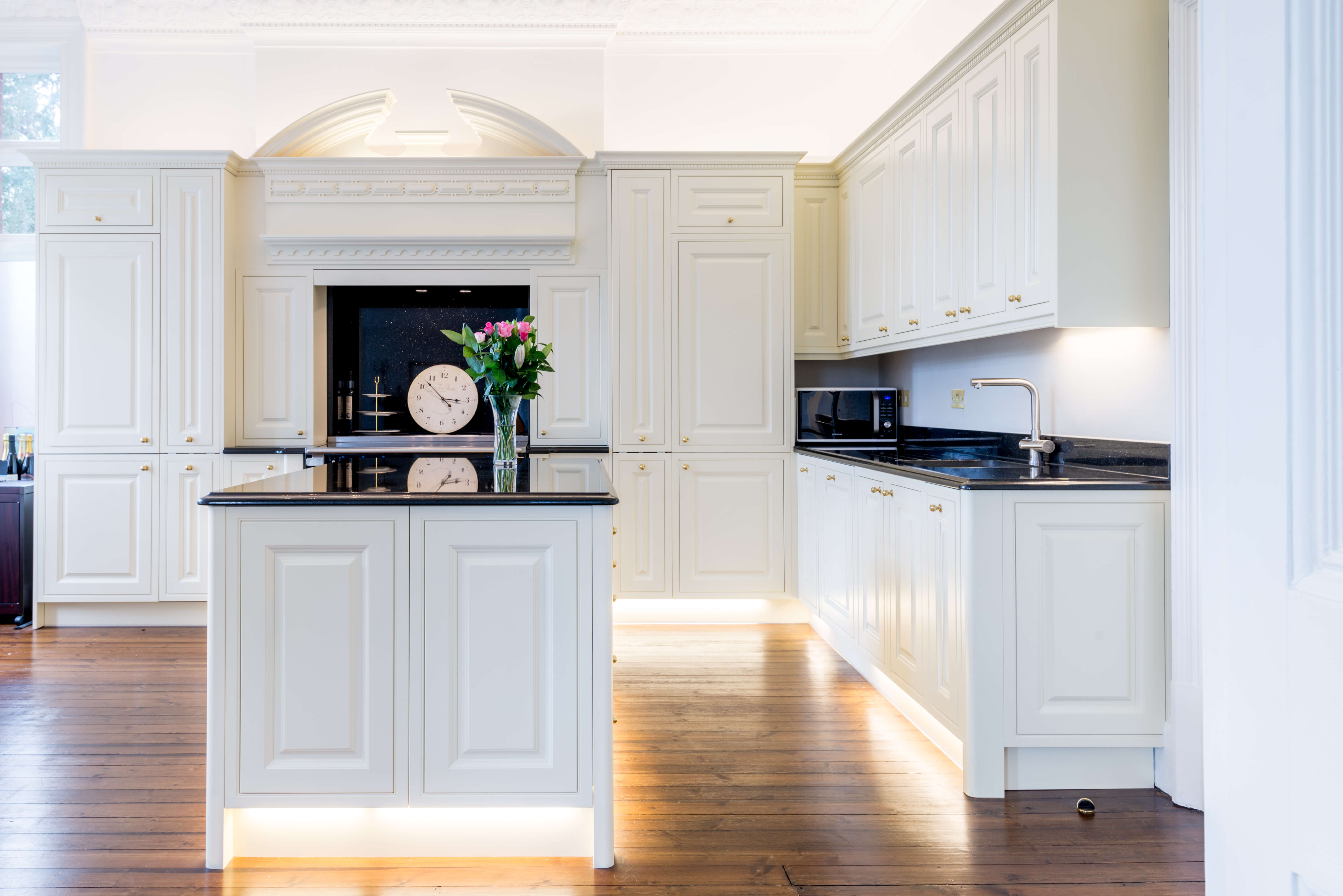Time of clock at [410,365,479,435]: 2:52
